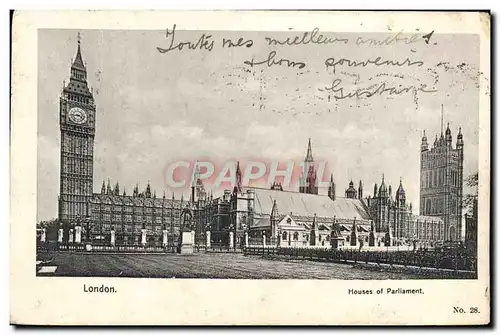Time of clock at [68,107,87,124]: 3:43
